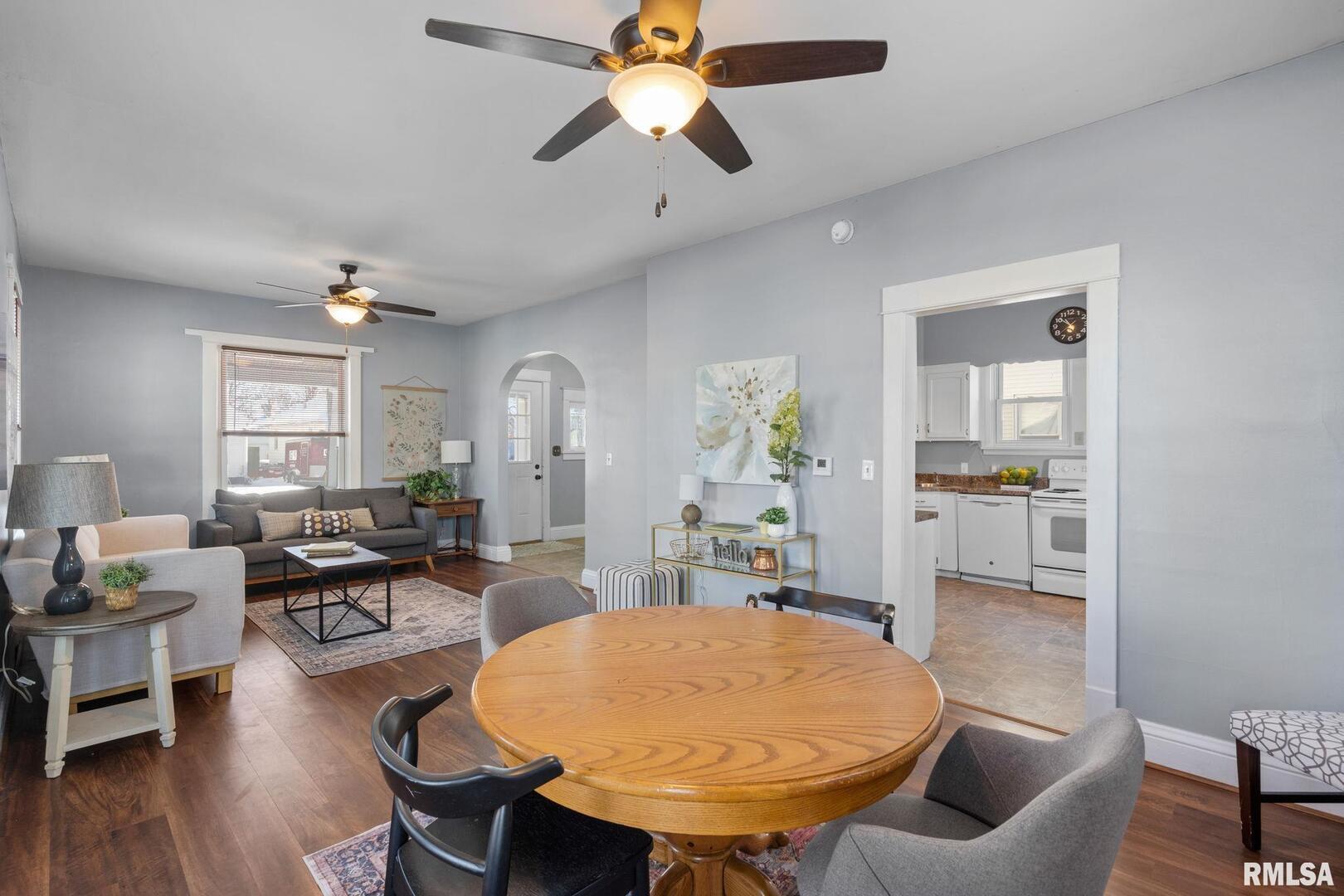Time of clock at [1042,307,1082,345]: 10:37
